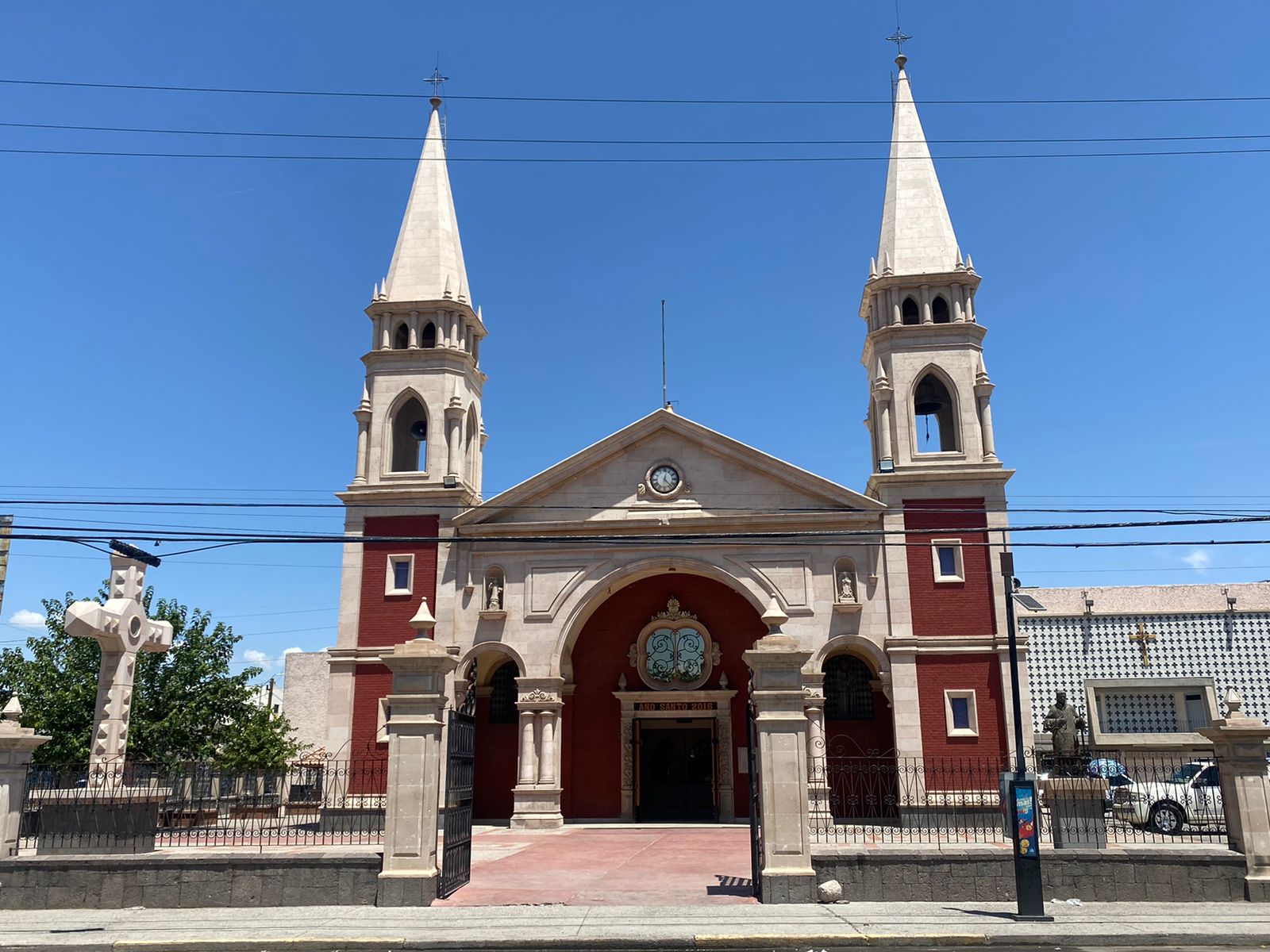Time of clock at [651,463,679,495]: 12:22
